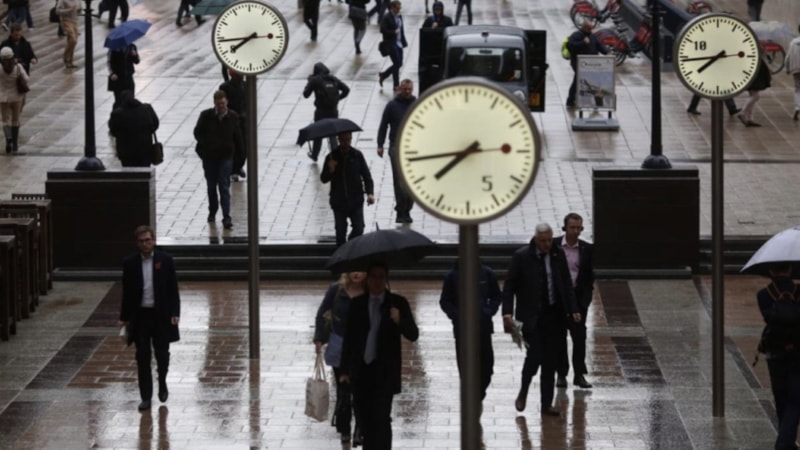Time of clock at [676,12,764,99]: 7:44
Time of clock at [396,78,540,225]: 7:43
